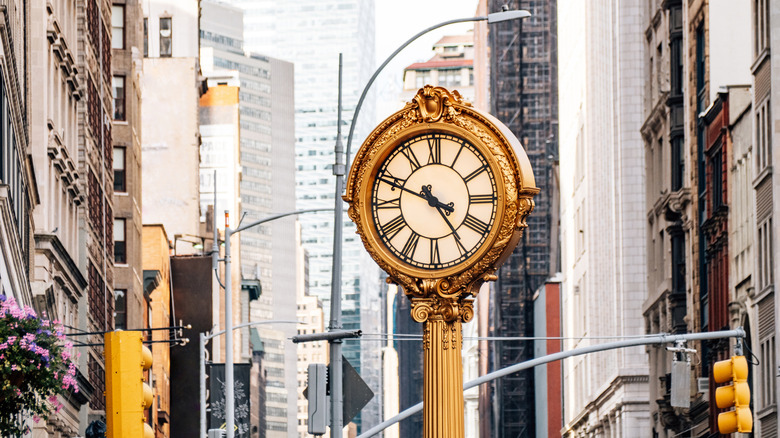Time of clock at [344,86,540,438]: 4:48
